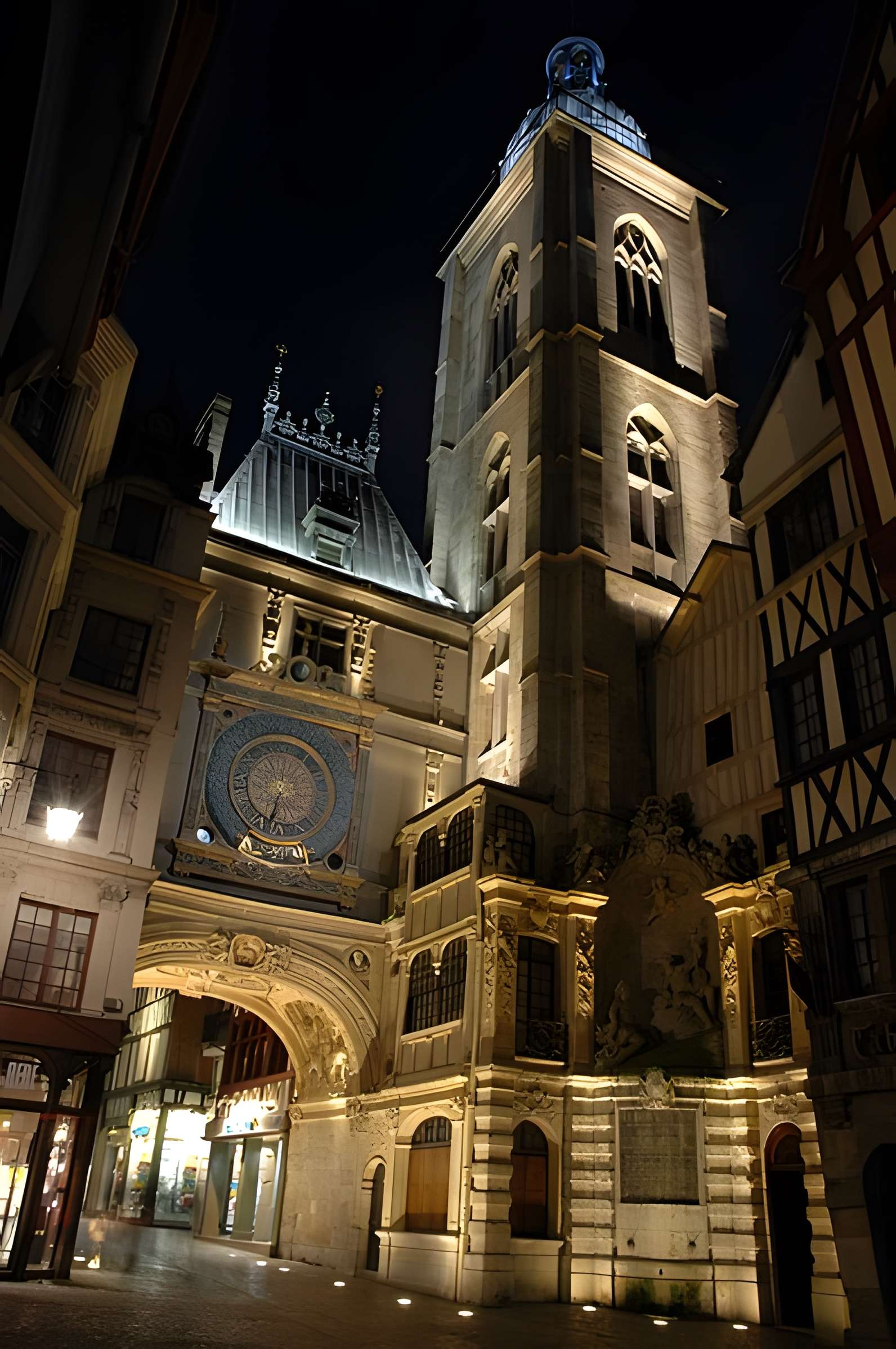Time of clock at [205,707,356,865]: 6:32
